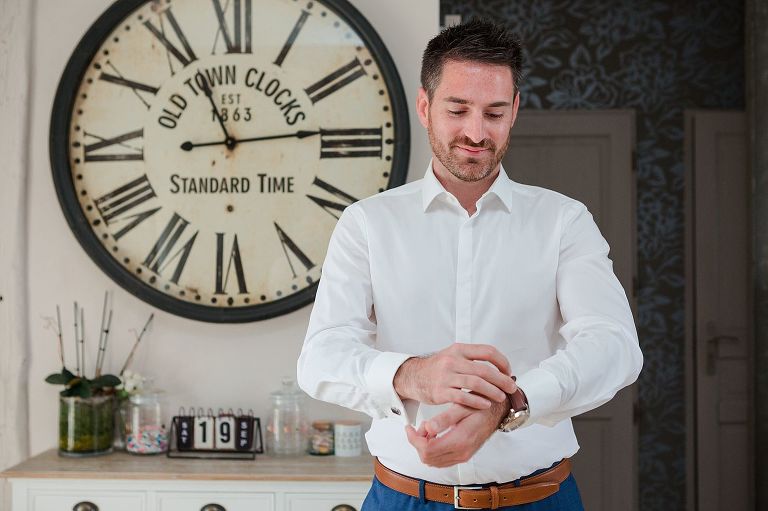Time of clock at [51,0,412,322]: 11:13
